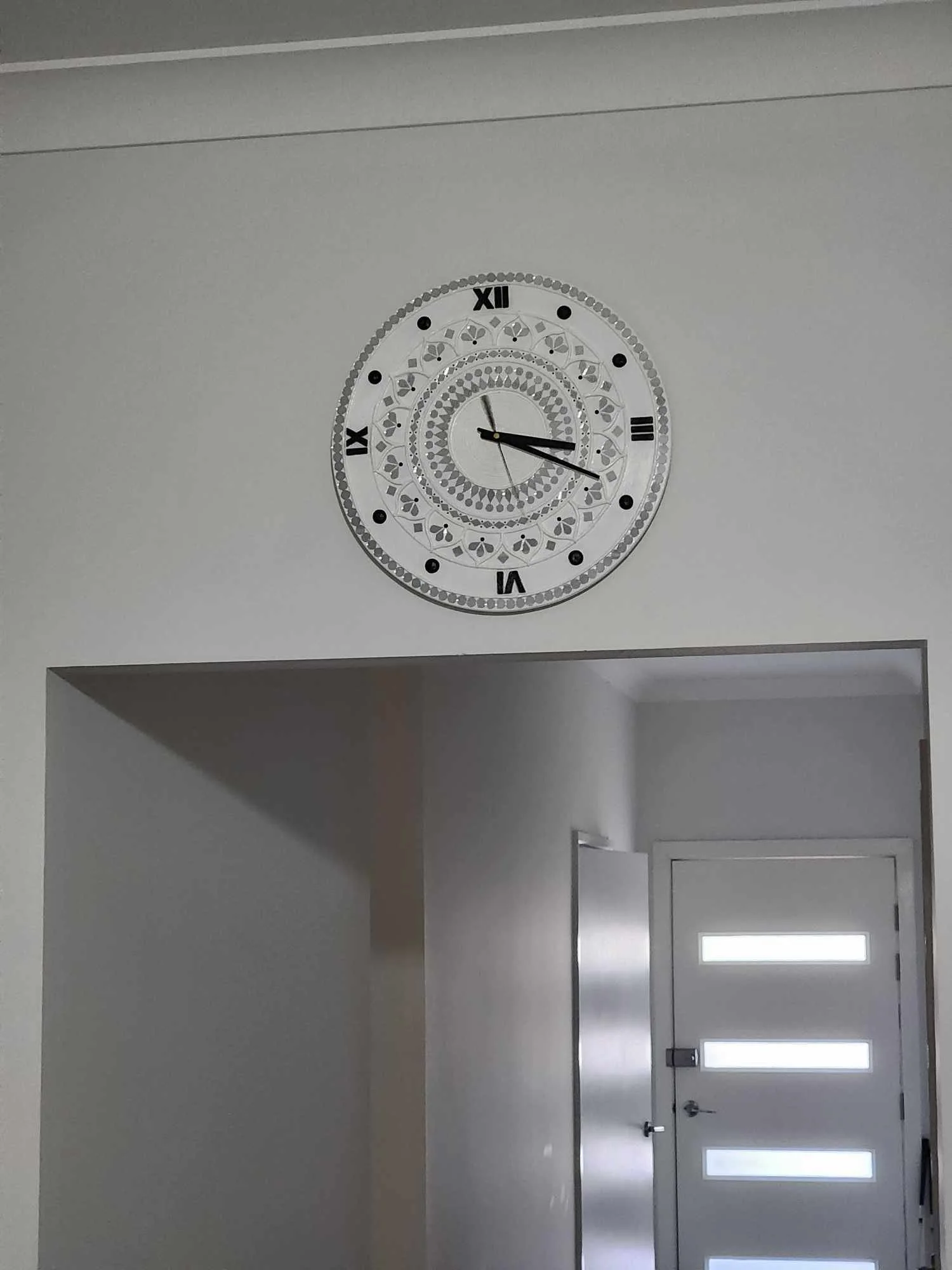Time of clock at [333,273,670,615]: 3:19
